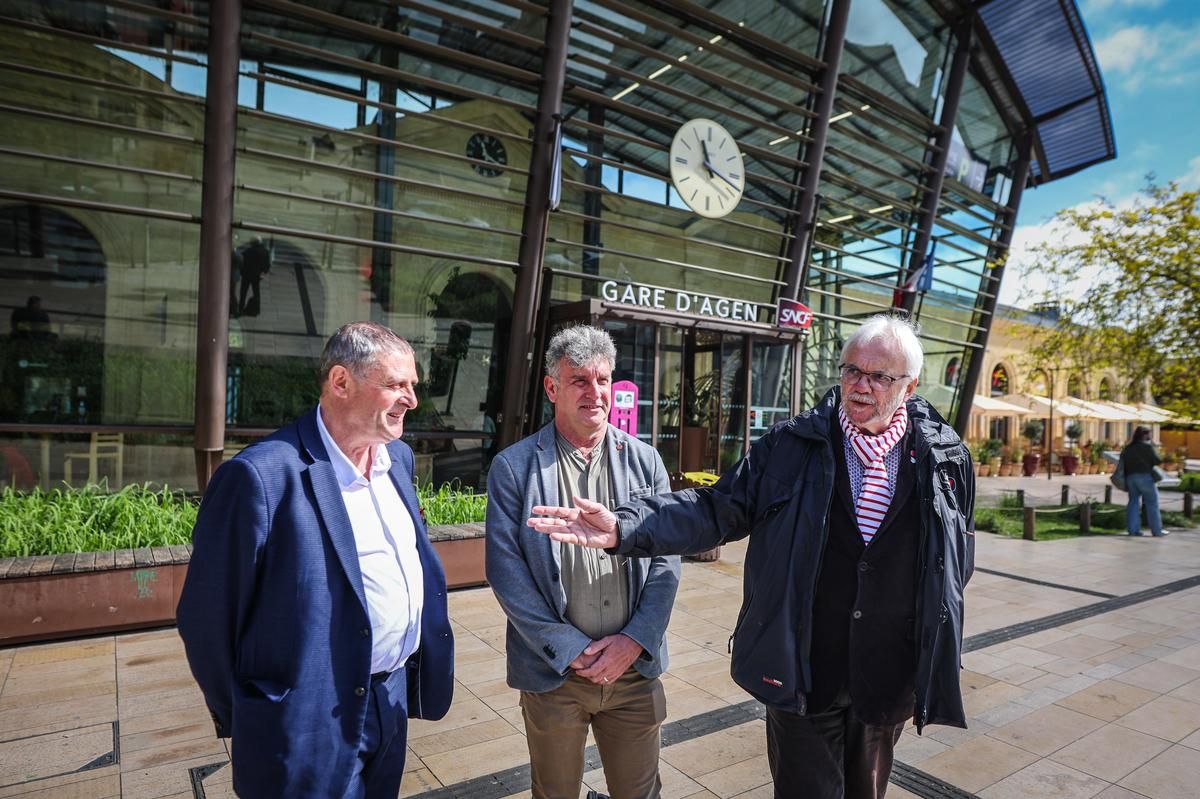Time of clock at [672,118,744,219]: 11:18
